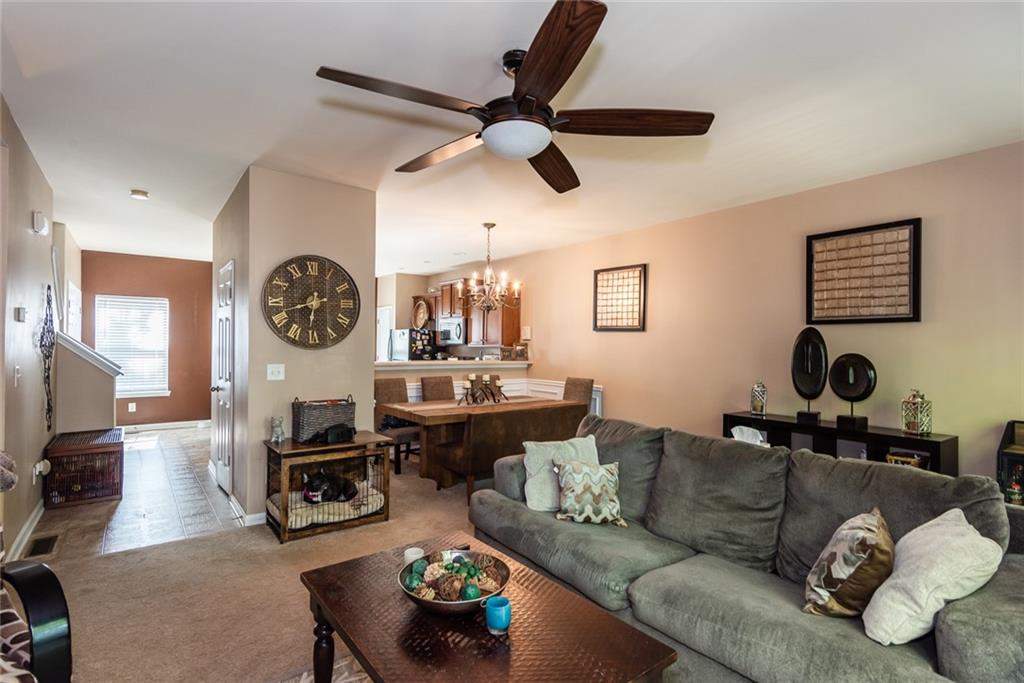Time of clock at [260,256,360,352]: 6:42
